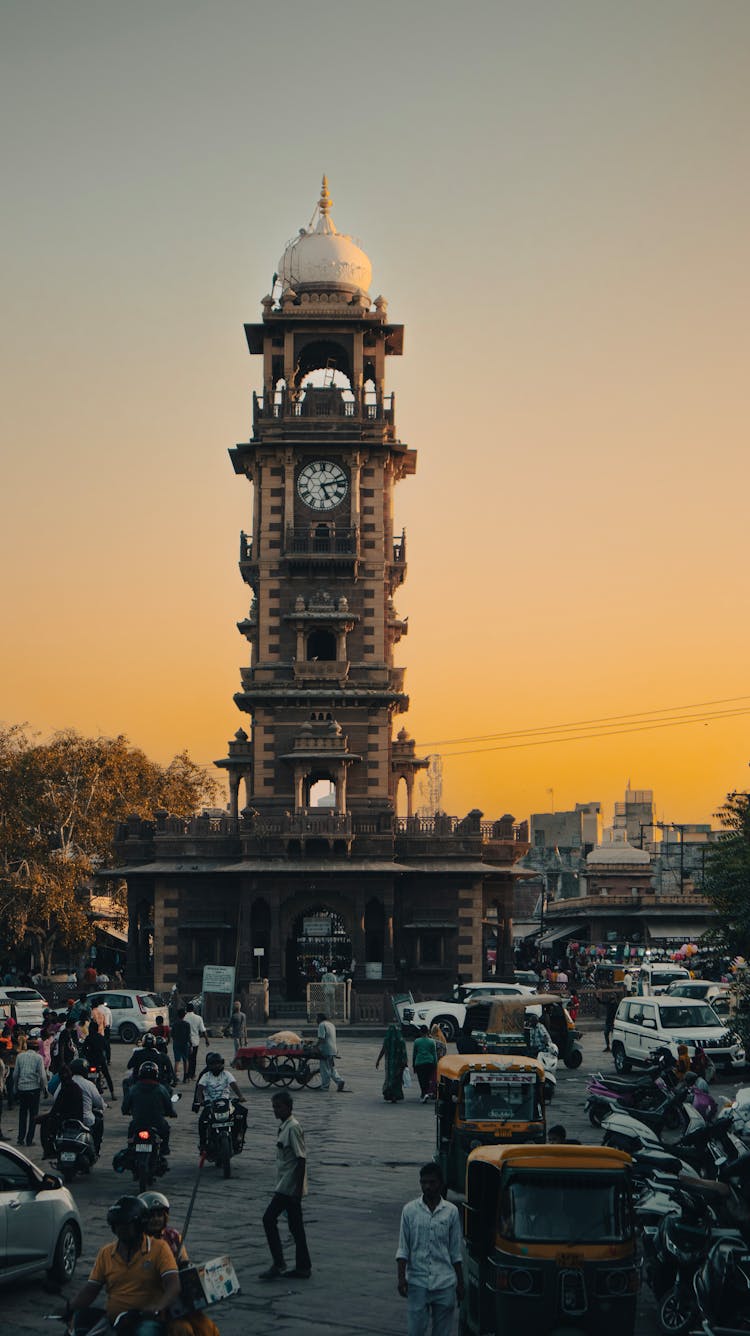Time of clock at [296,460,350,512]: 5:12
